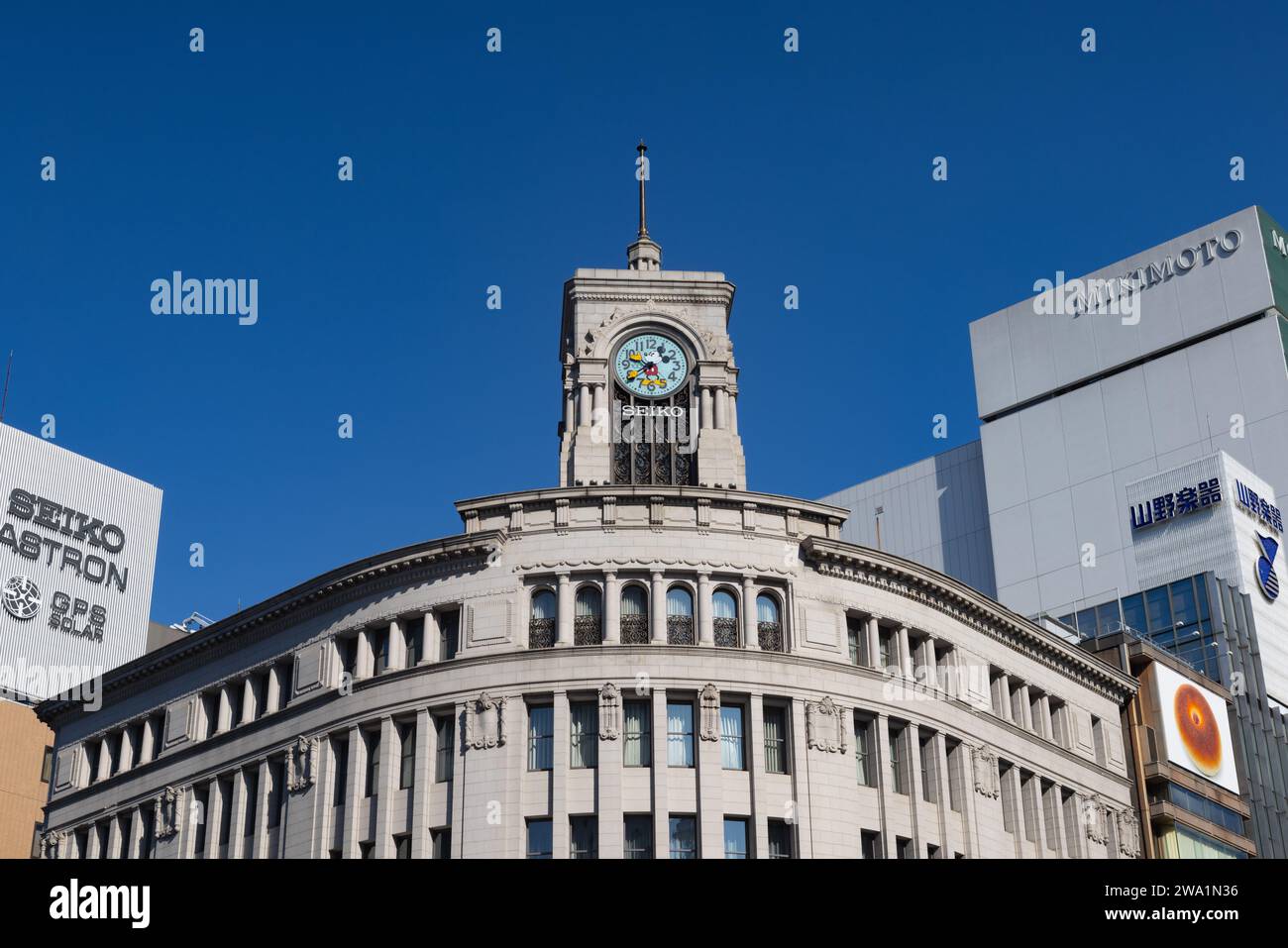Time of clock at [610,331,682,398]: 9:39
